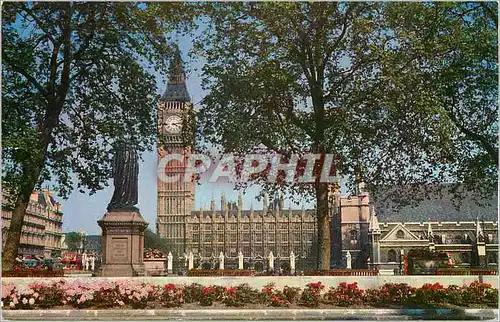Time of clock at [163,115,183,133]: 4:13
